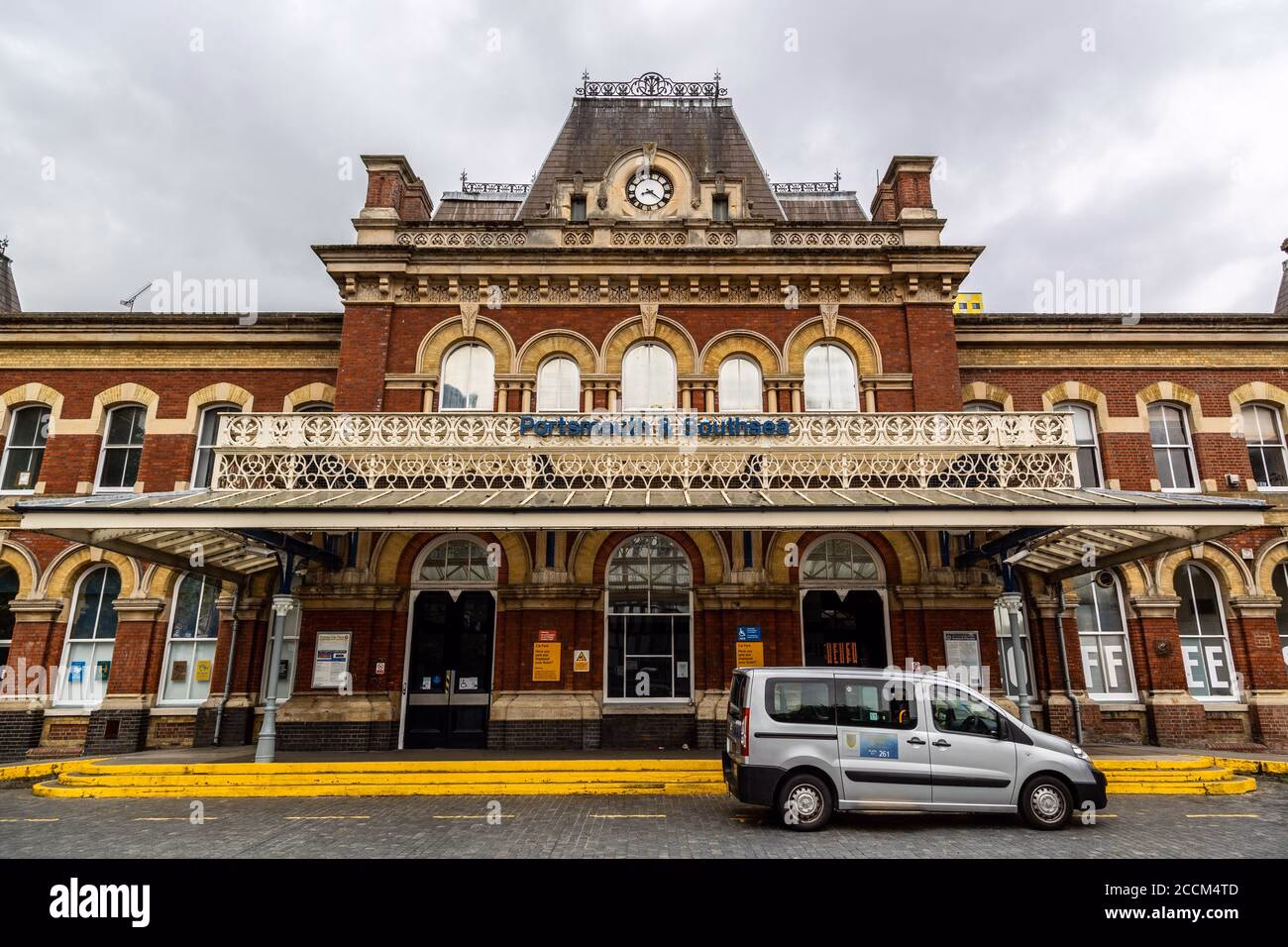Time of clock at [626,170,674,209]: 8:21
